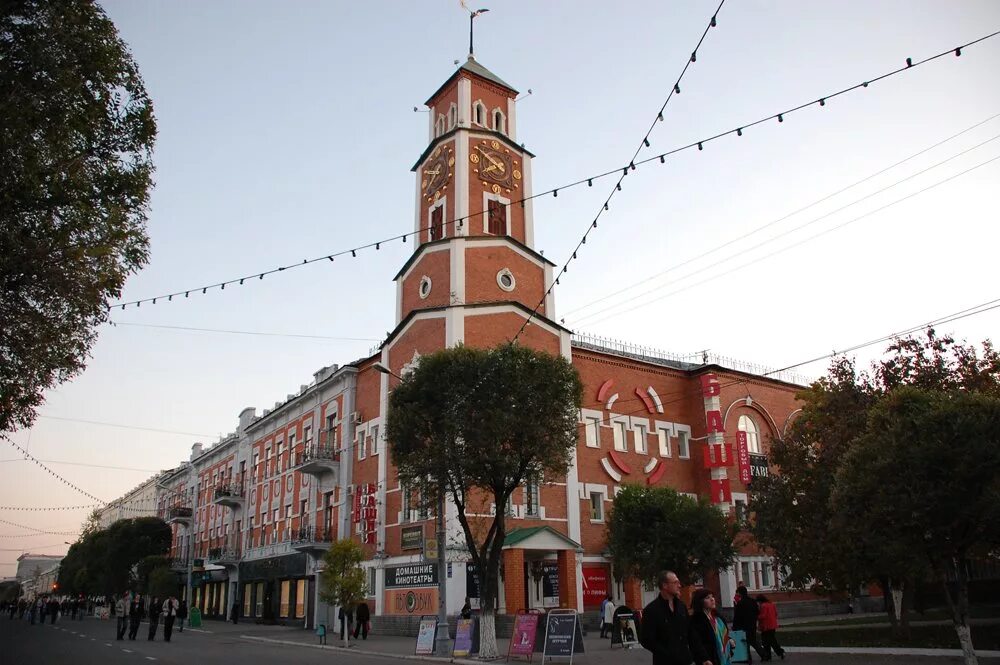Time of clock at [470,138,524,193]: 7:50
